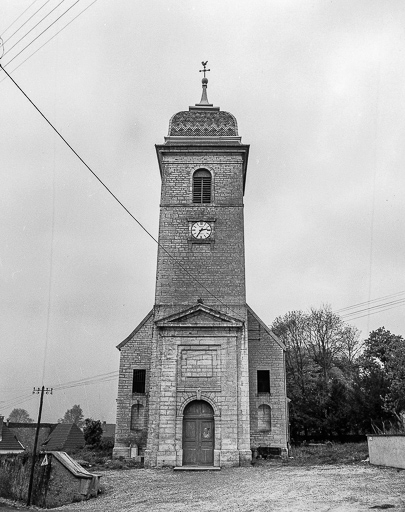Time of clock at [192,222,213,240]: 2:35
